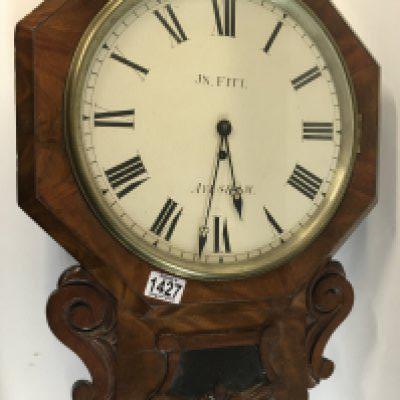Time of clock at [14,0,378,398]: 5:31
